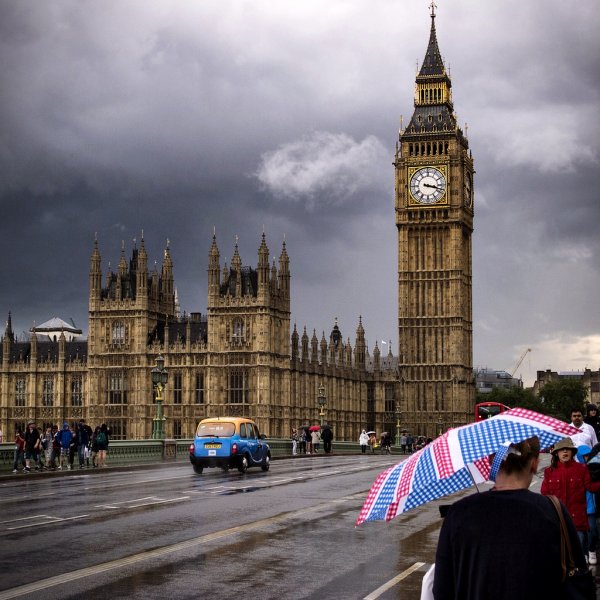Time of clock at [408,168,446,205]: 3:17
